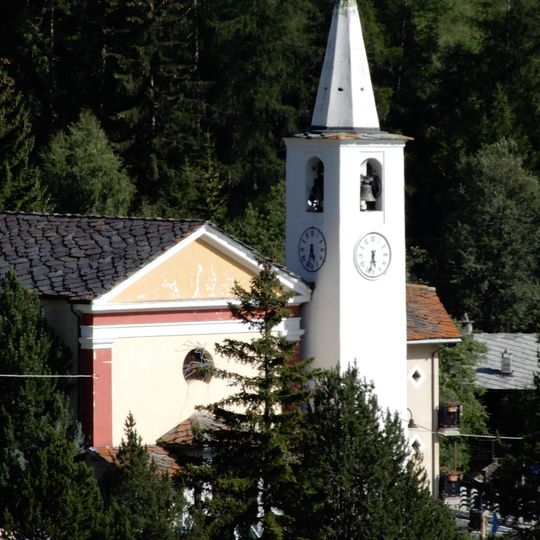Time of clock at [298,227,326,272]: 5:33
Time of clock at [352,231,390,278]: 5:32
